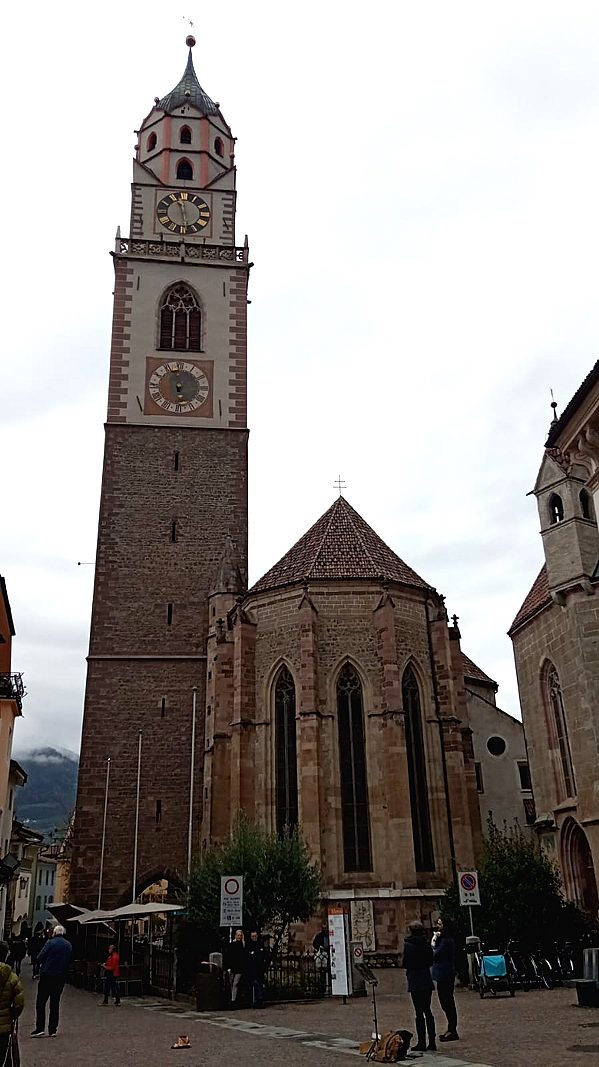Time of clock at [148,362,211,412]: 5:57
